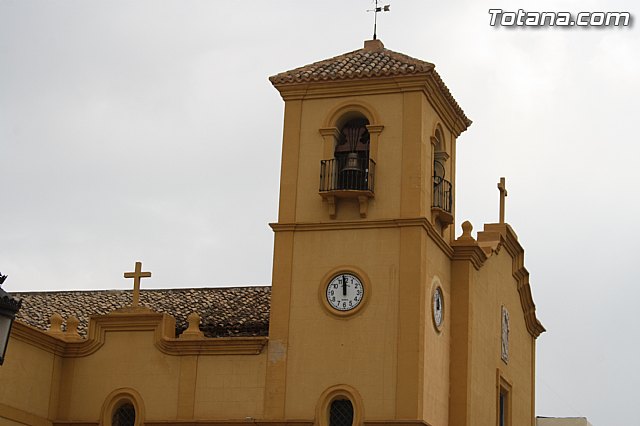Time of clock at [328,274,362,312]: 11:58
